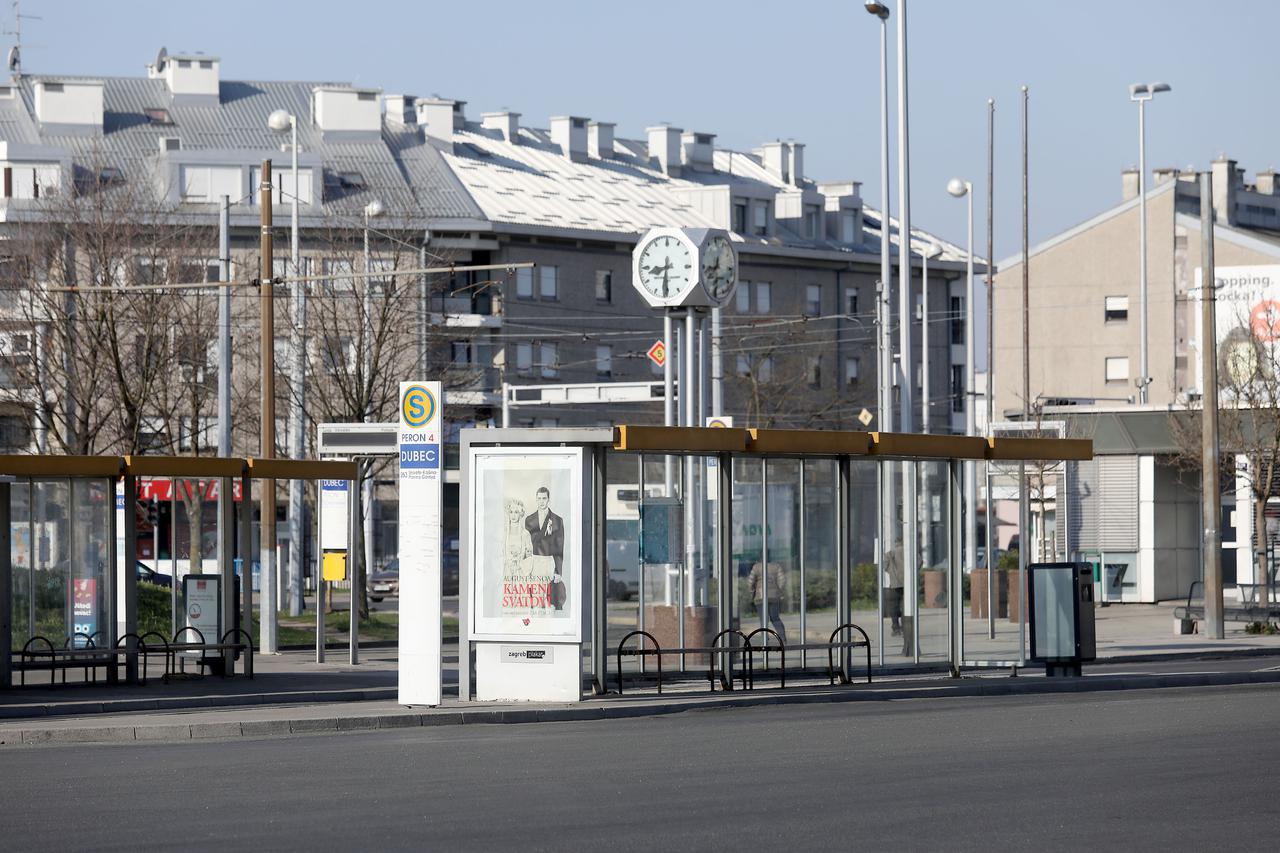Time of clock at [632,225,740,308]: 8:30
